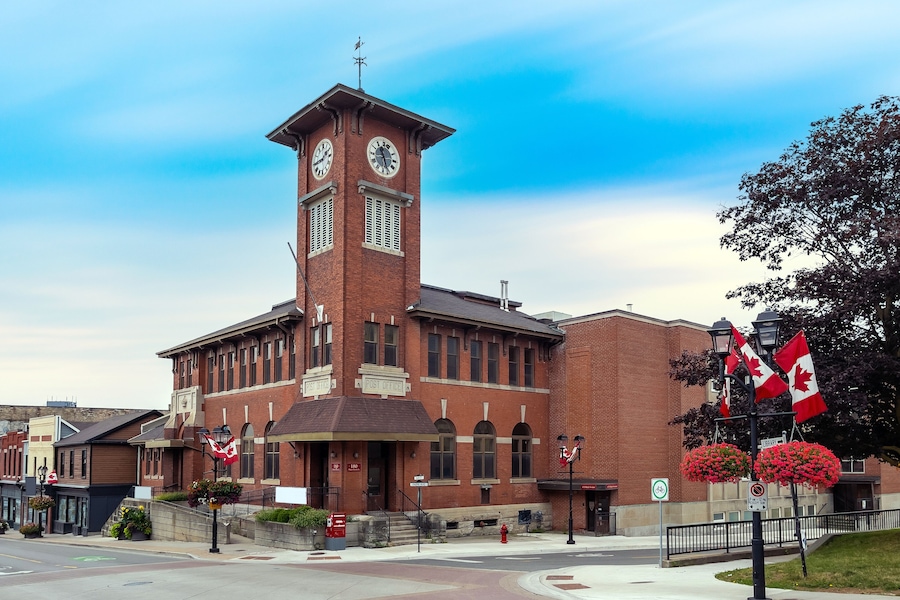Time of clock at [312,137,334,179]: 1:44
